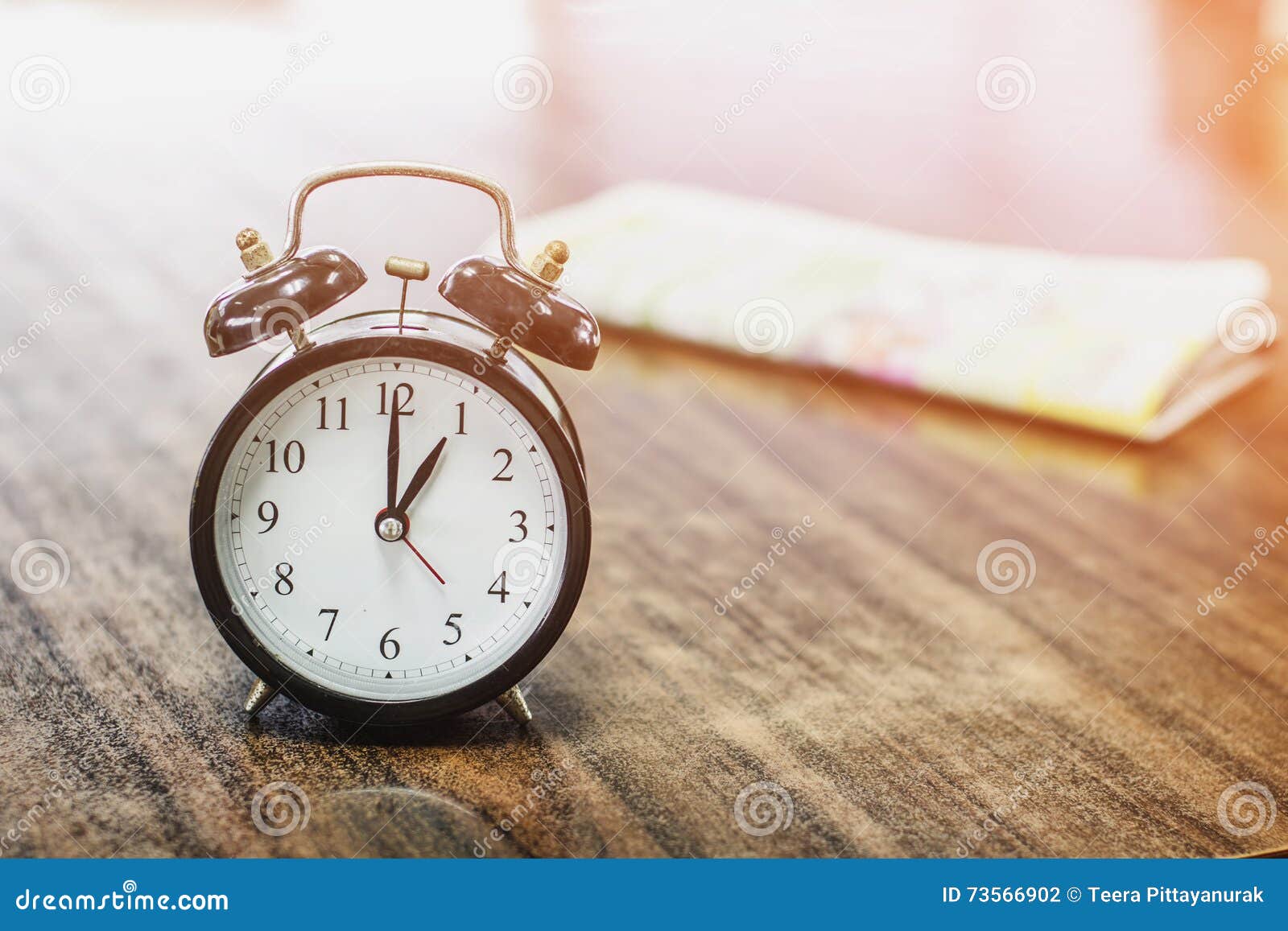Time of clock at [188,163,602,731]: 1:00
